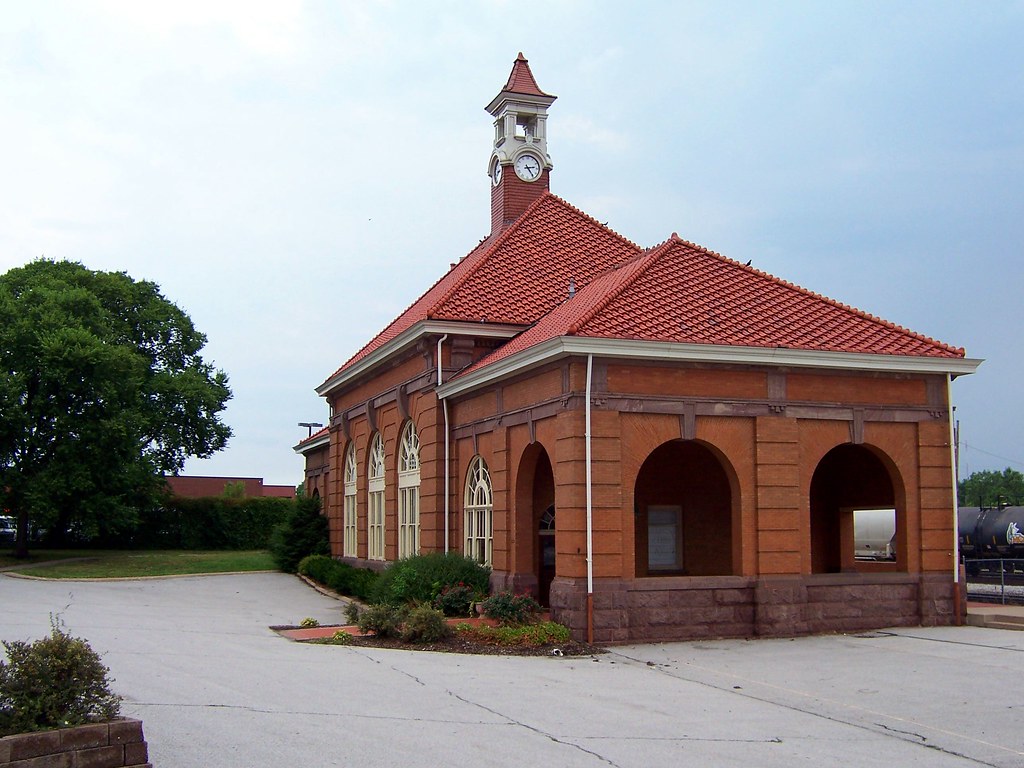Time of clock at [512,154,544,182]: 2:24
